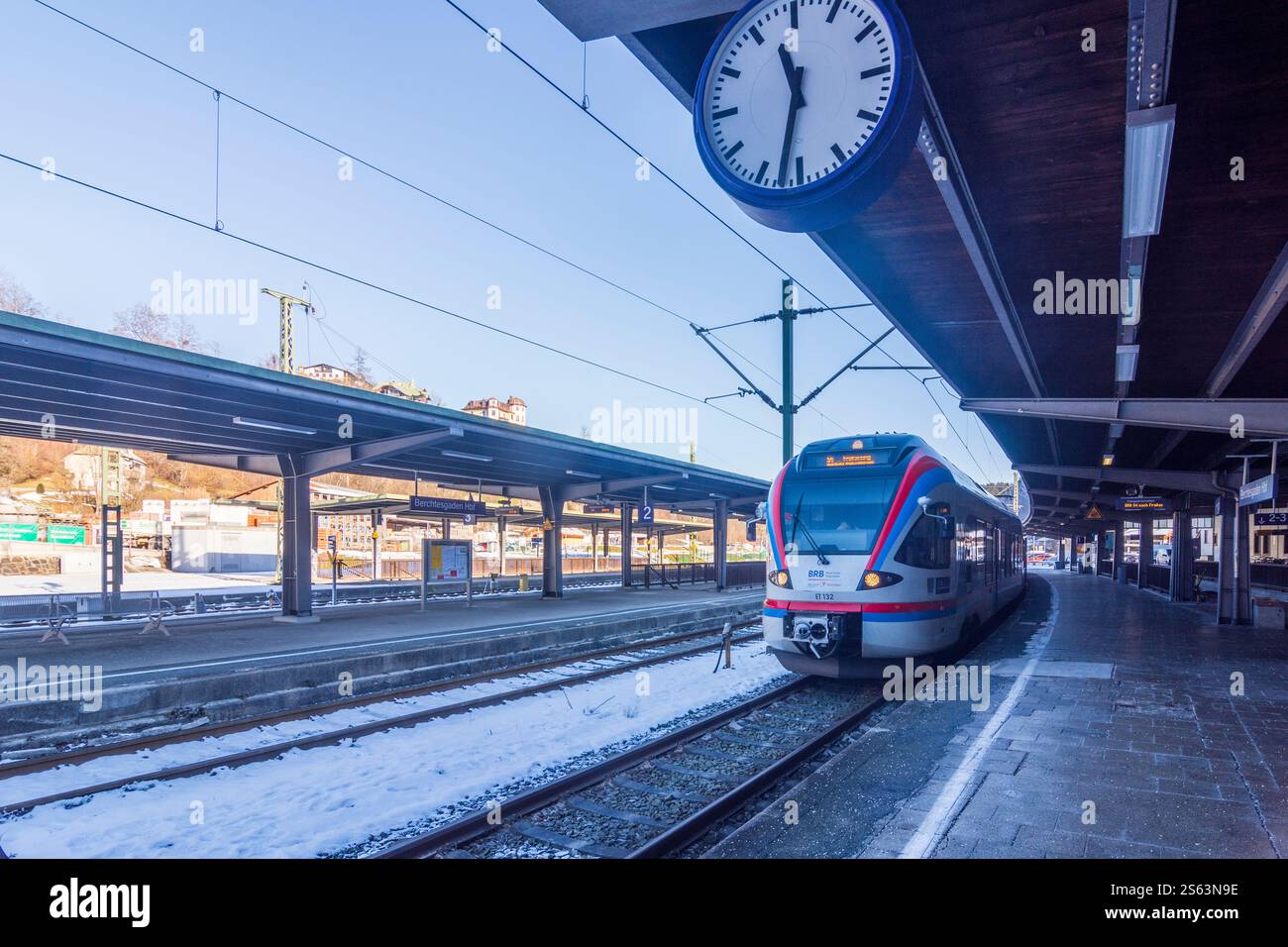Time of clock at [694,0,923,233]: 11:32
